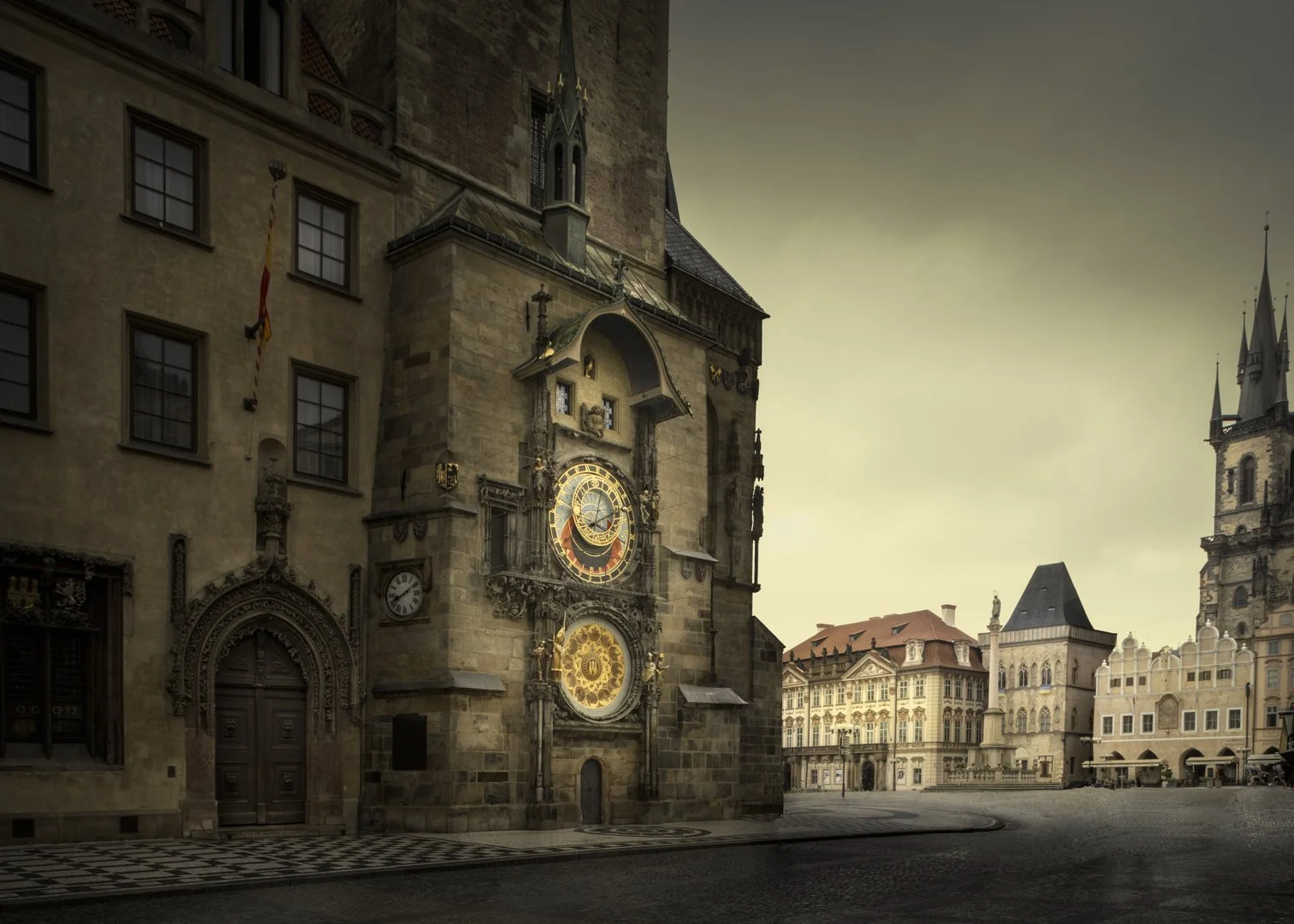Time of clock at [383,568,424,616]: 8:09
